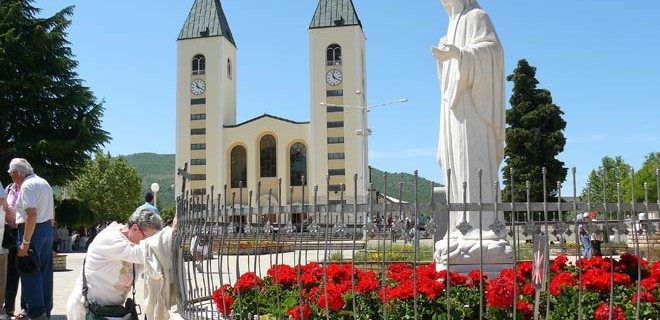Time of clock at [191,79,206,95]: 11:19
